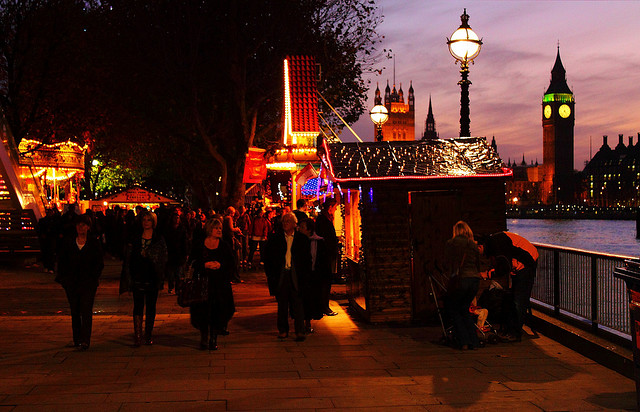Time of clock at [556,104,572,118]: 4:36
